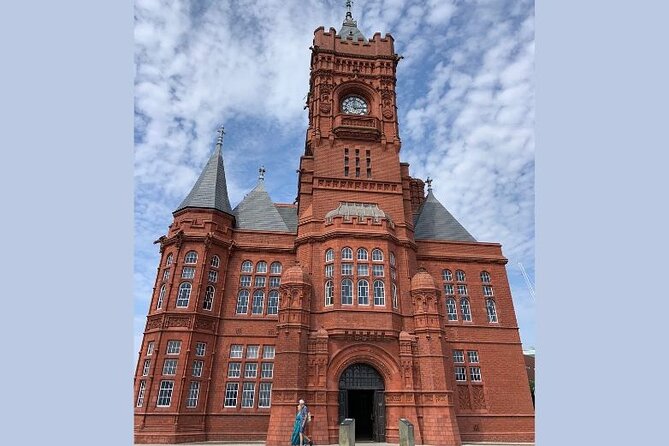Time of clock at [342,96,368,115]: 2:59
